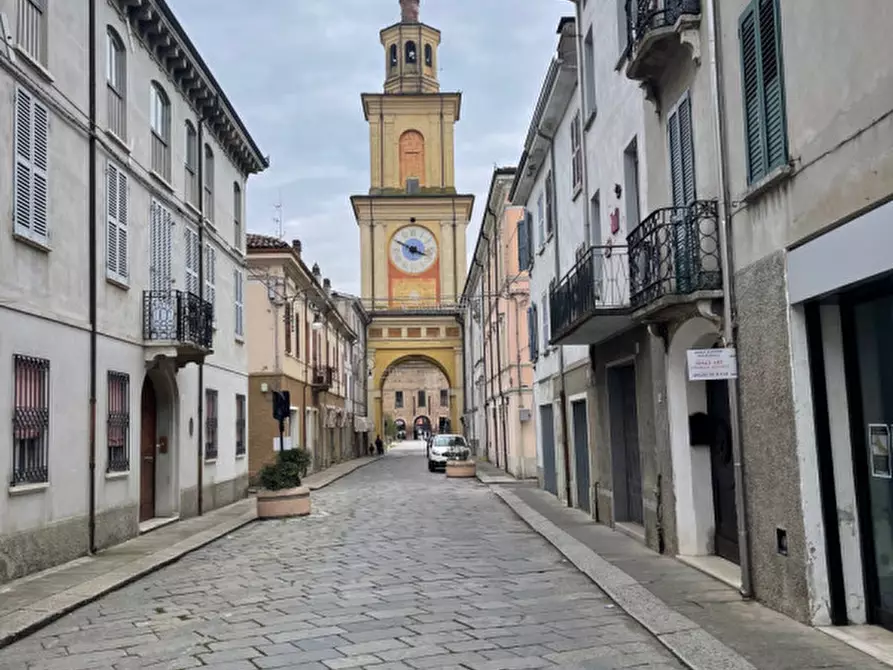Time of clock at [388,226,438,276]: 3:49
